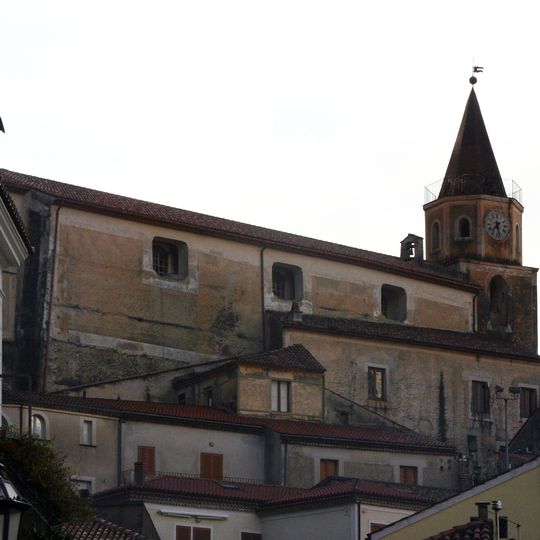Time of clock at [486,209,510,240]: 7:28
